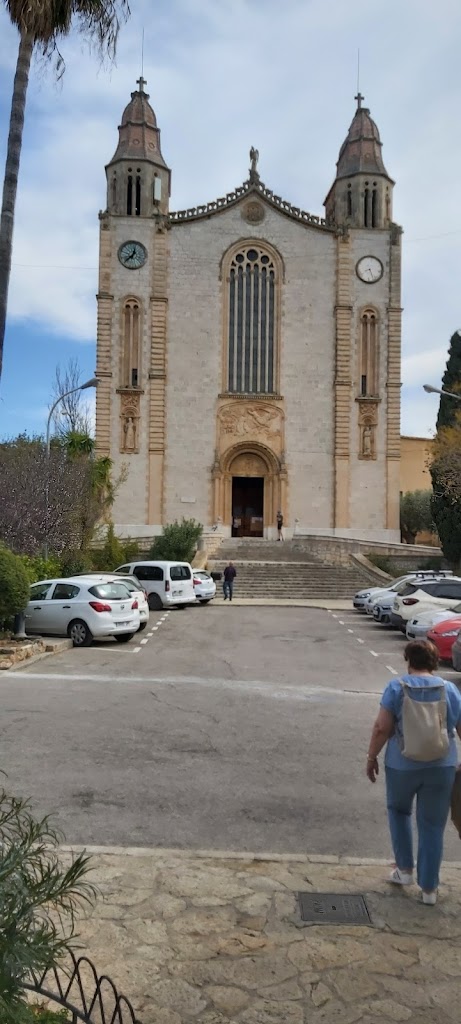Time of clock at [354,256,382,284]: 8:26
